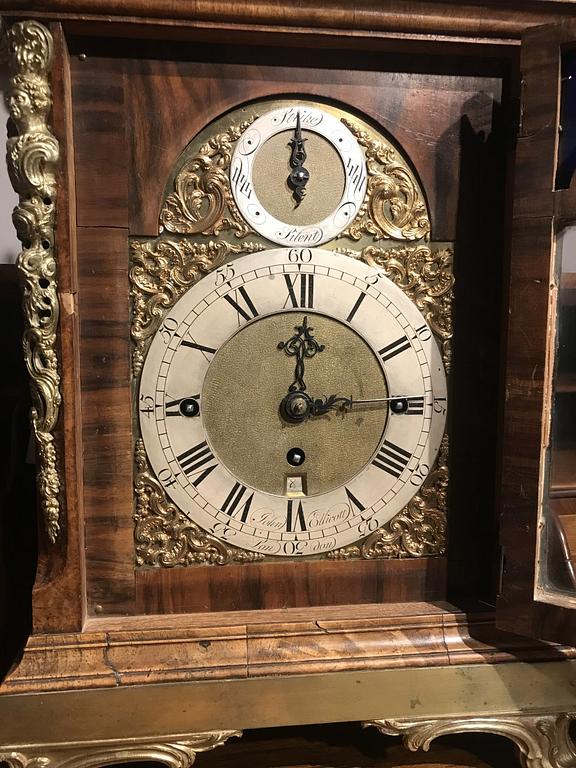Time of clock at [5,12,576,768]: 12:14
